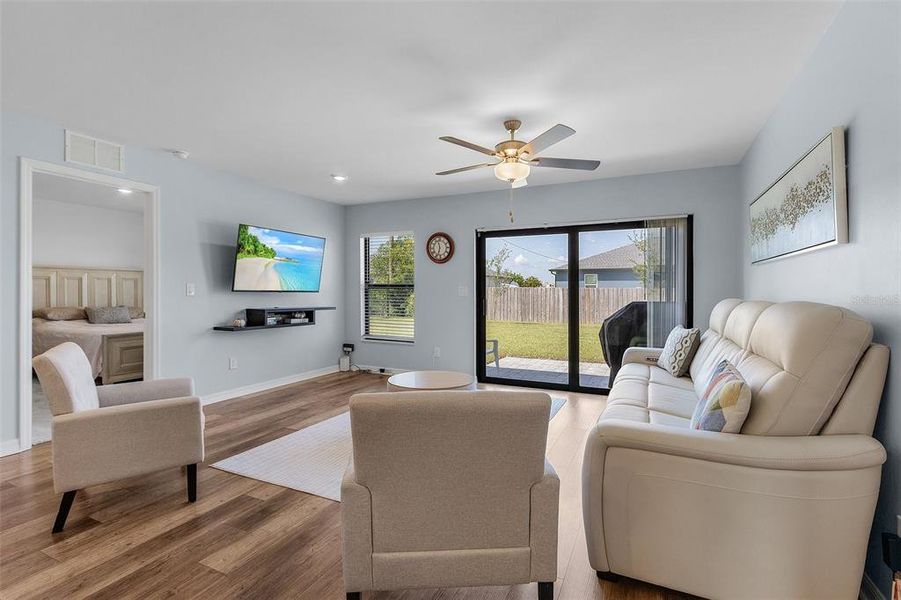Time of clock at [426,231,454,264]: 11:32
